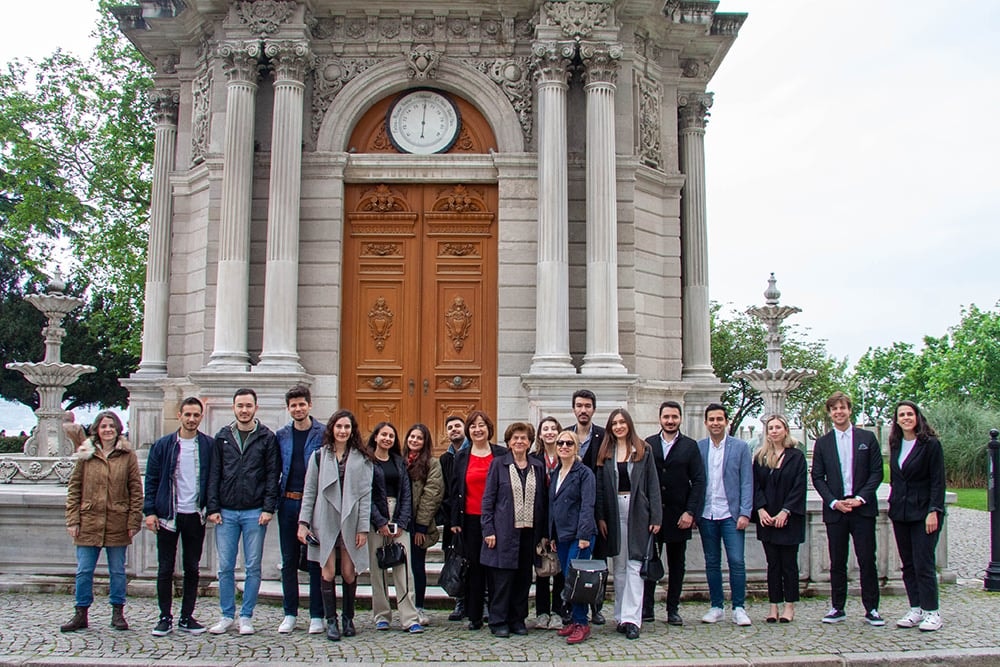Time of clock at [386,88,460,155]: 6:00
